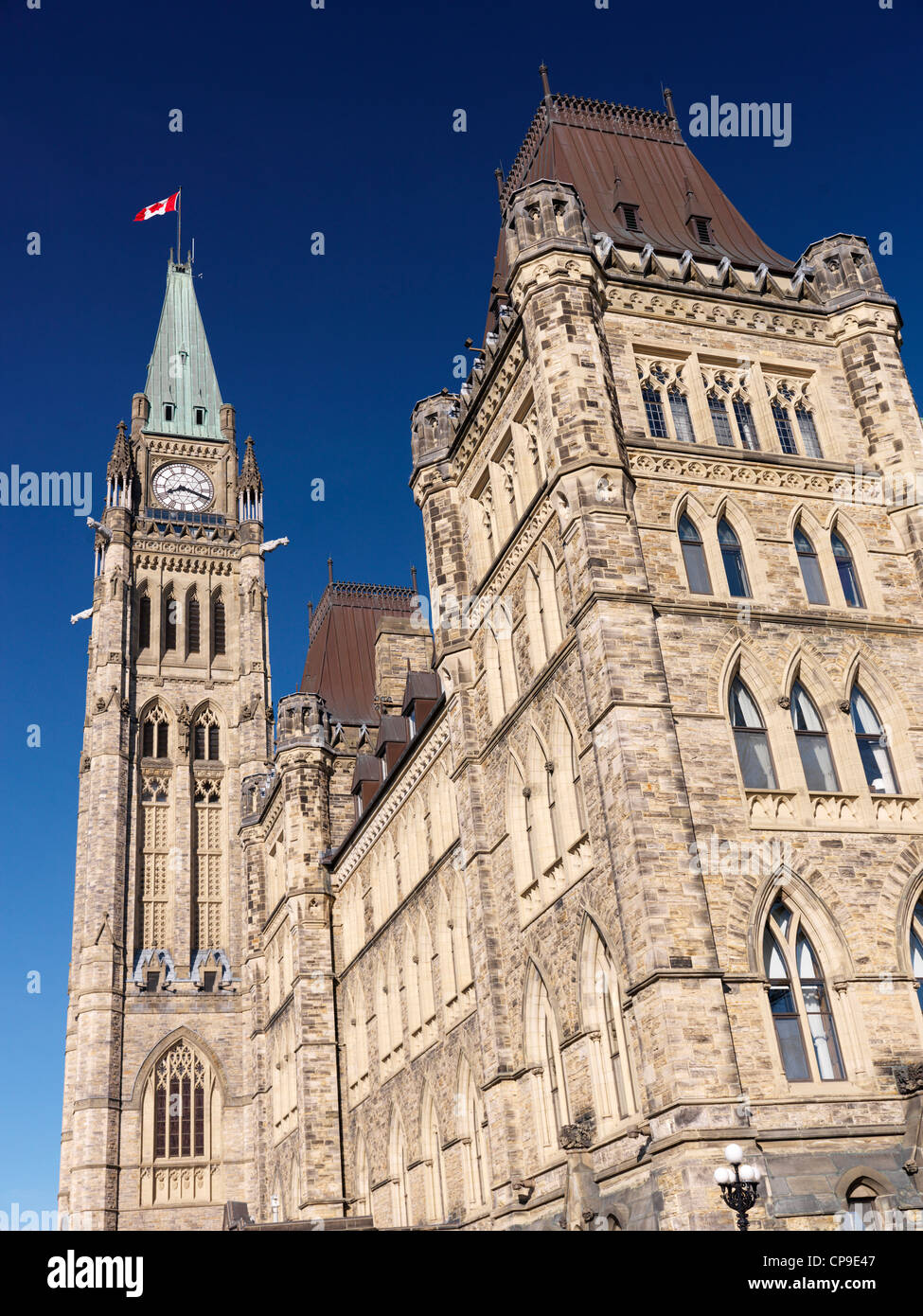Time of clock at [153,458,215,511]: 8:18
